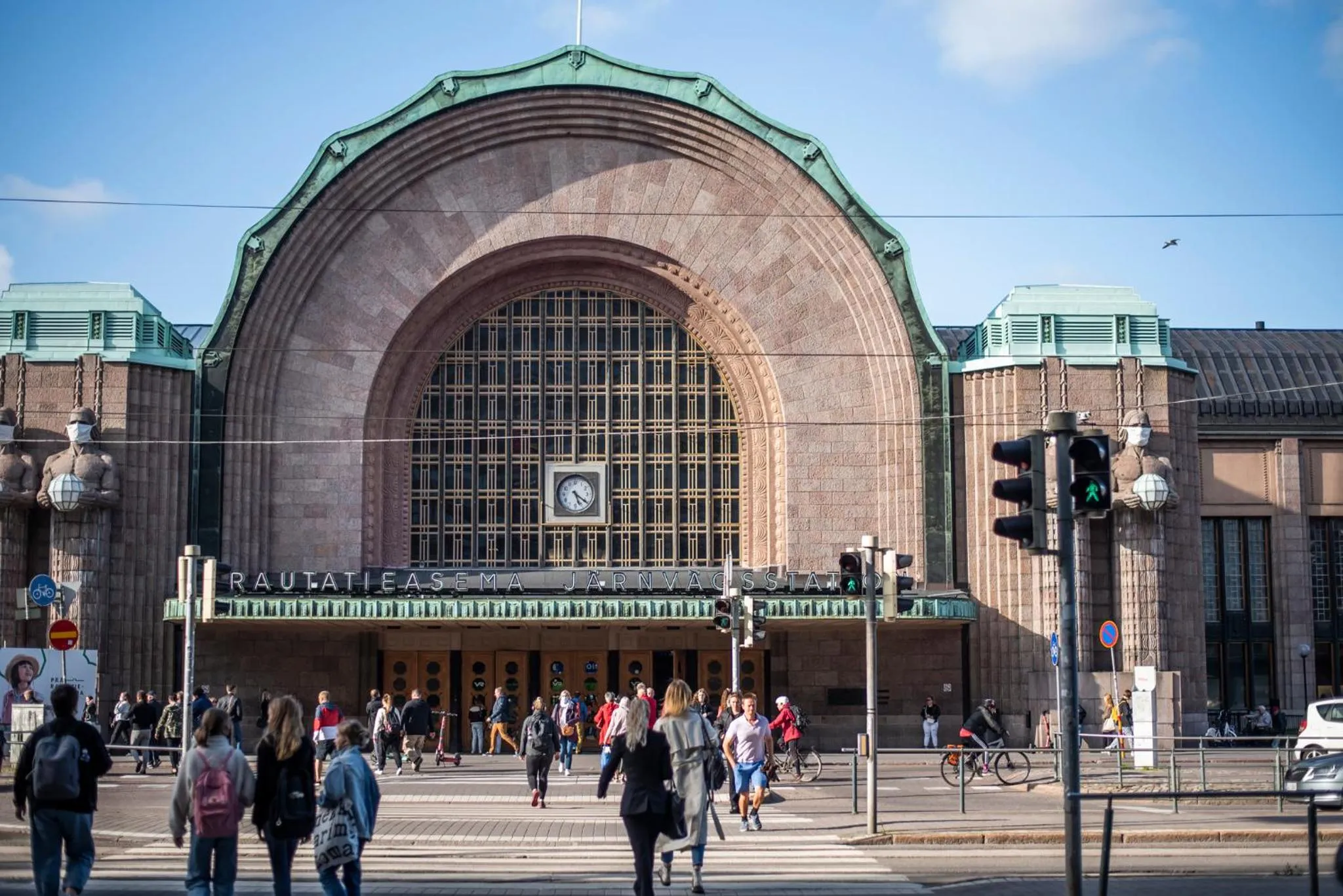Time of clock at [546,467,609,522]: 5:21
